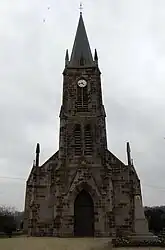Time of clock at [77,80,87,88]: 4:42
